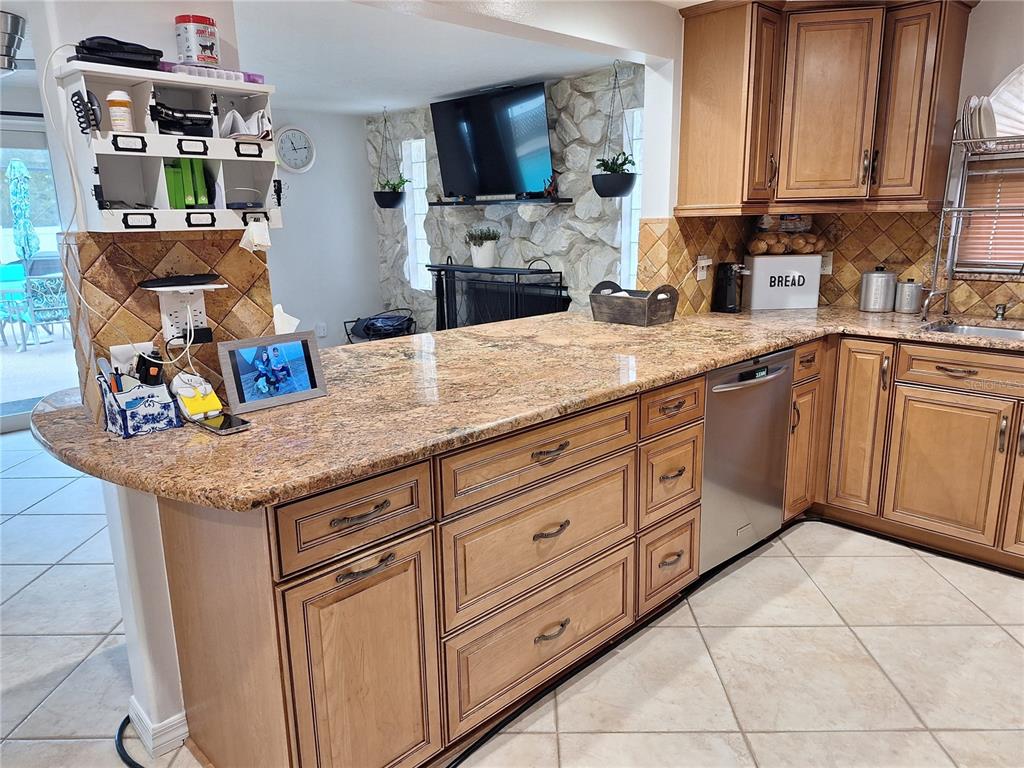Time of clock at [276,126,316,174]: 11:13
